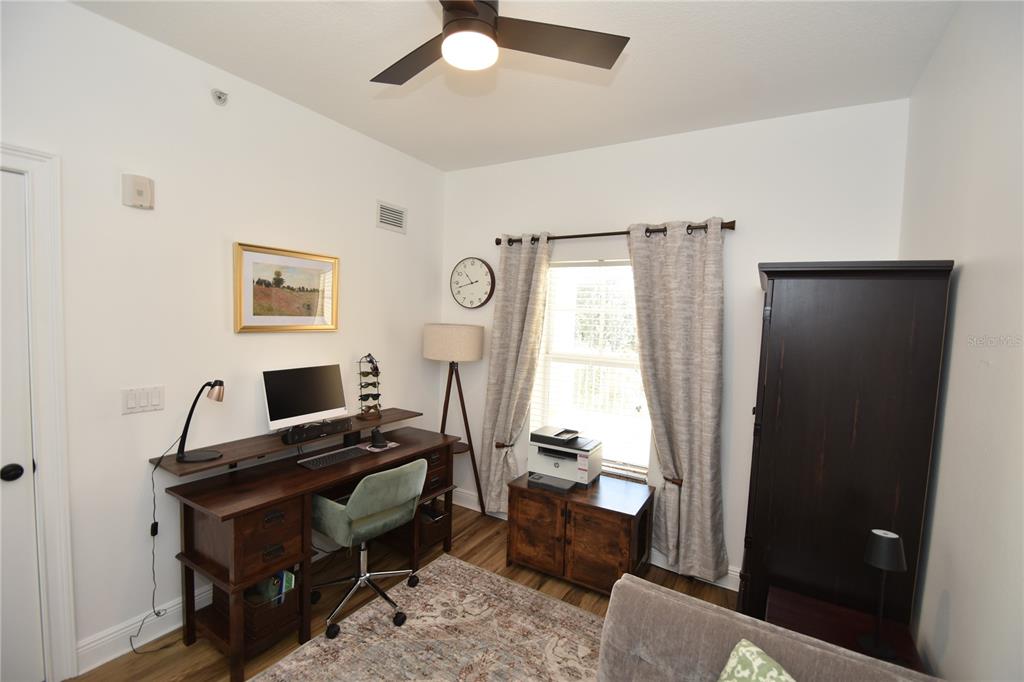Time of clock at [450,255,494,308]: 10:42
